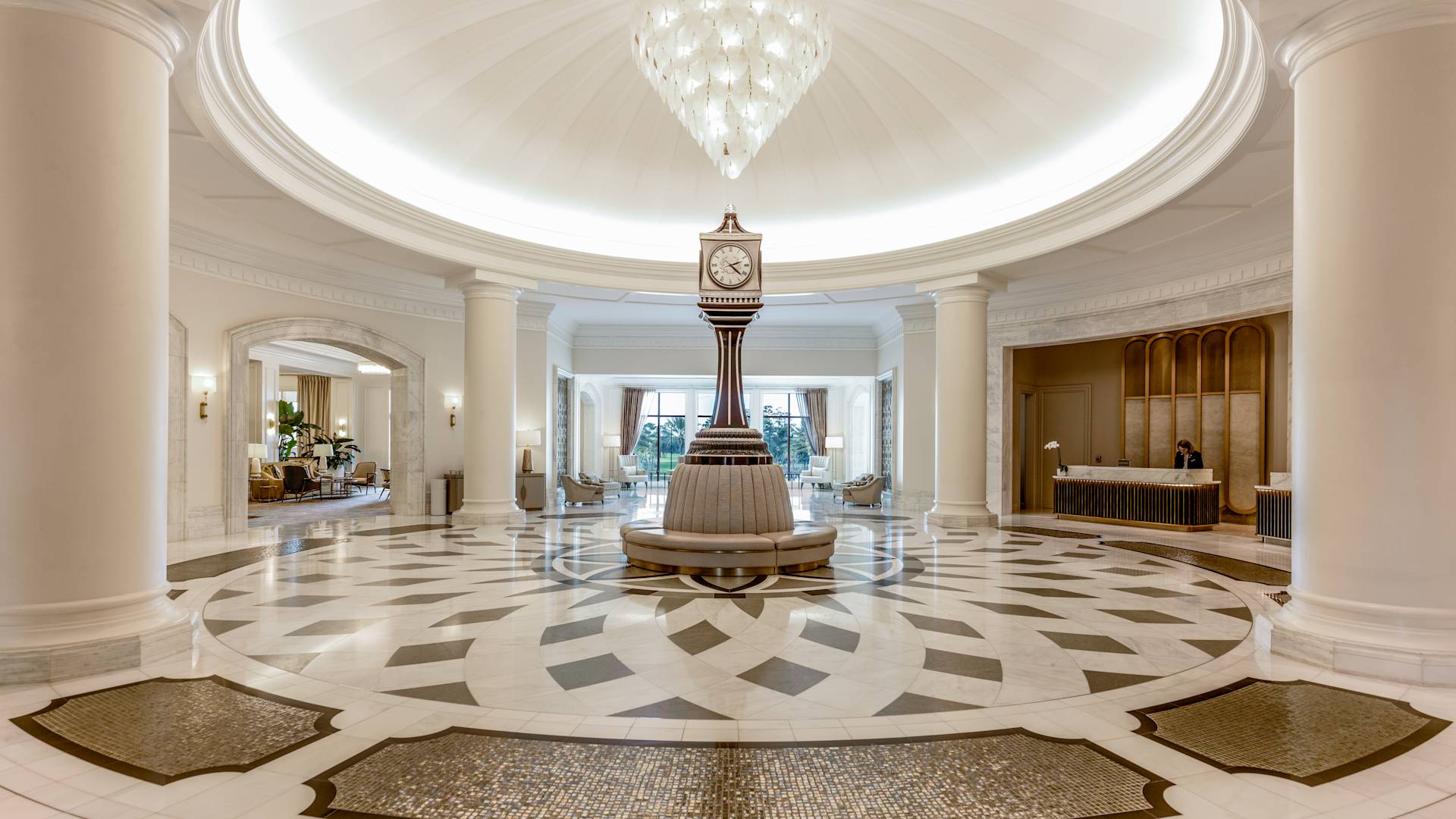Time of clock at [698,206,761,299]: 2:21
